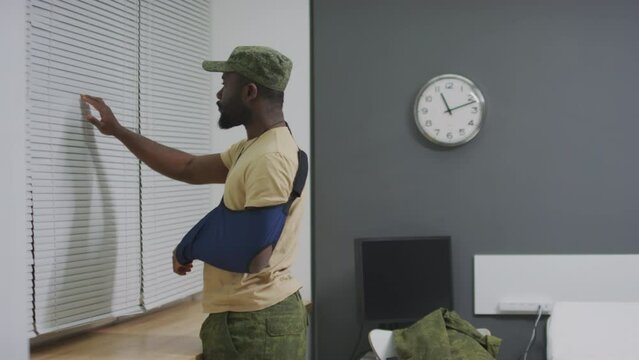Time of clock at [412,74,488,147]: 11:11
